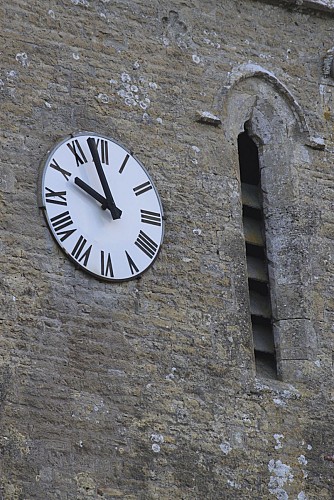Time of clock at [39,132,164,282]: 9:57
